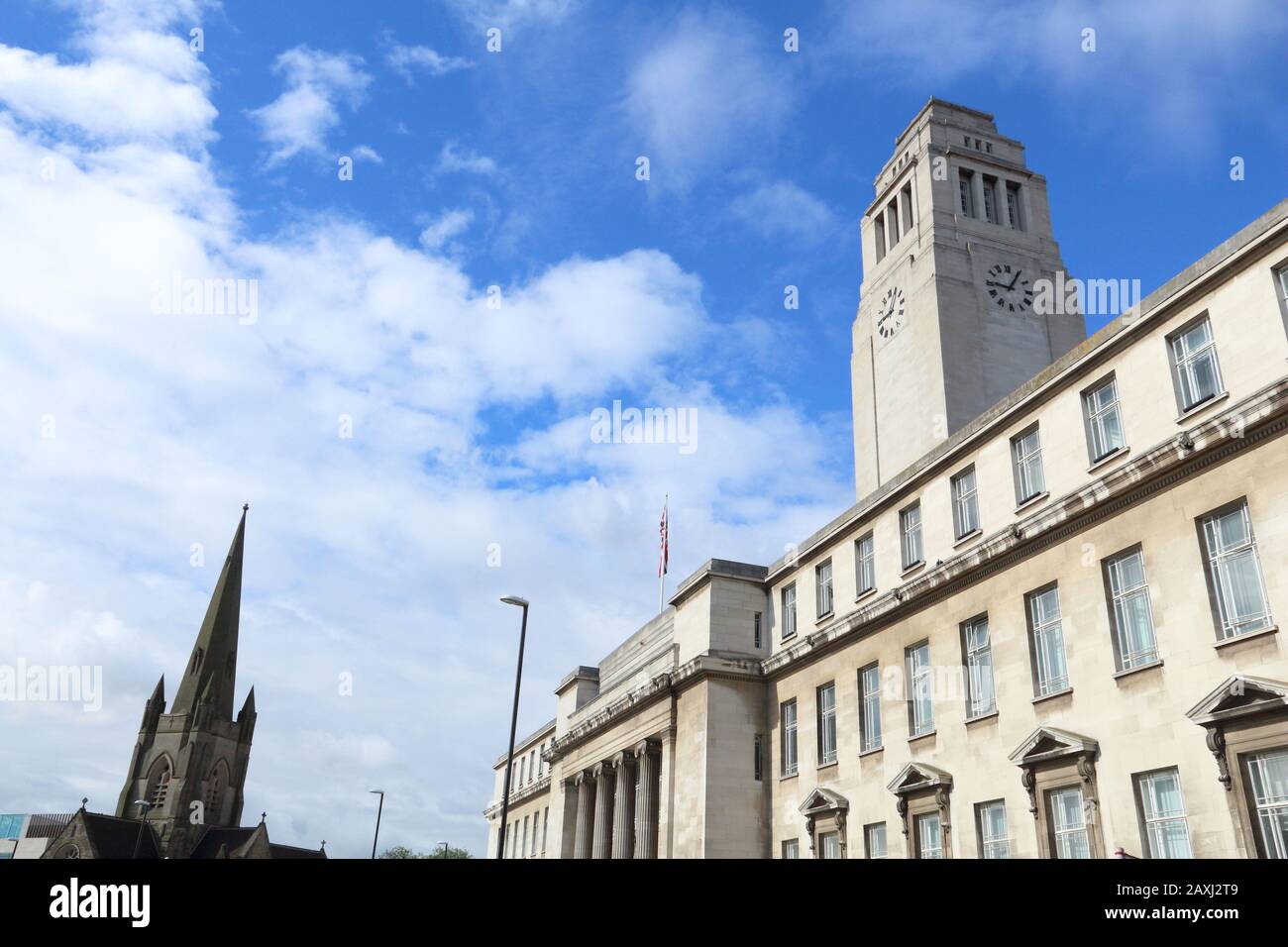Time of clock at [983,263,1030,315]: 9:05
